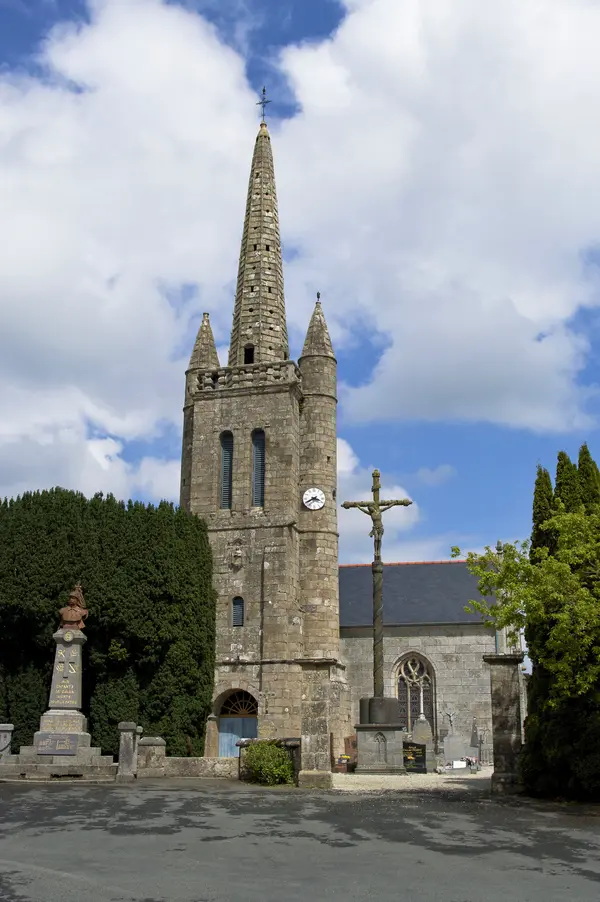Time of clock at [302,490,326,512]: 3:40
